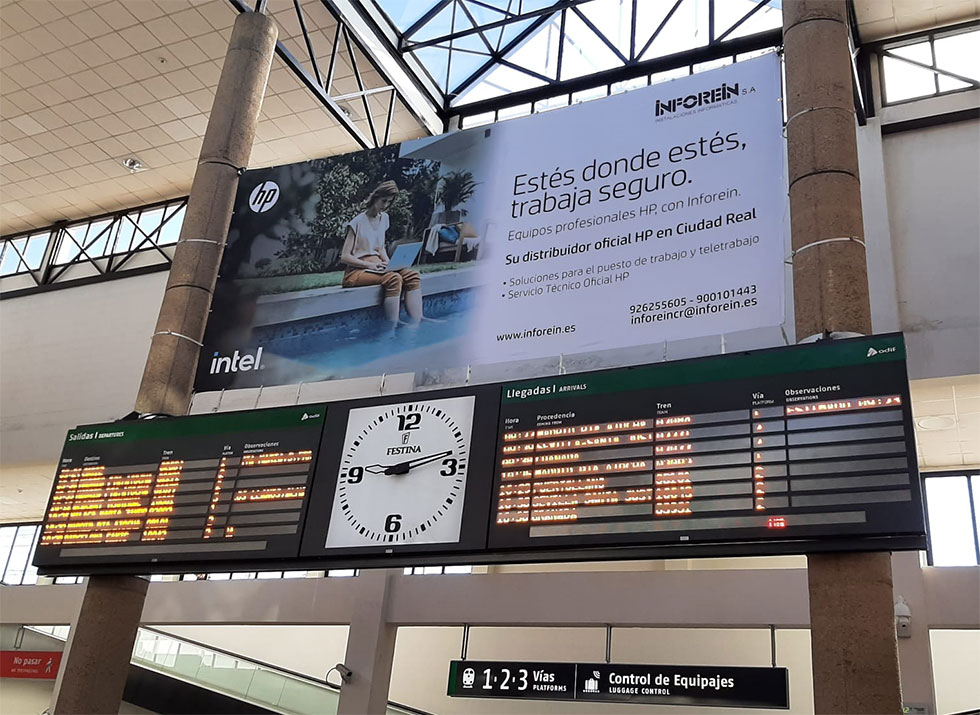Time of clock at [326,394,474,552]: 9:12
